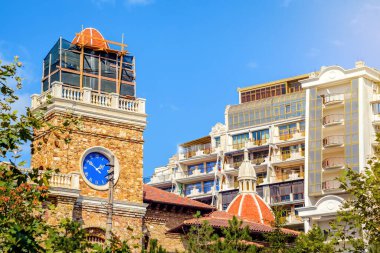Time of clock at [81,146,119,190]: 1:51
